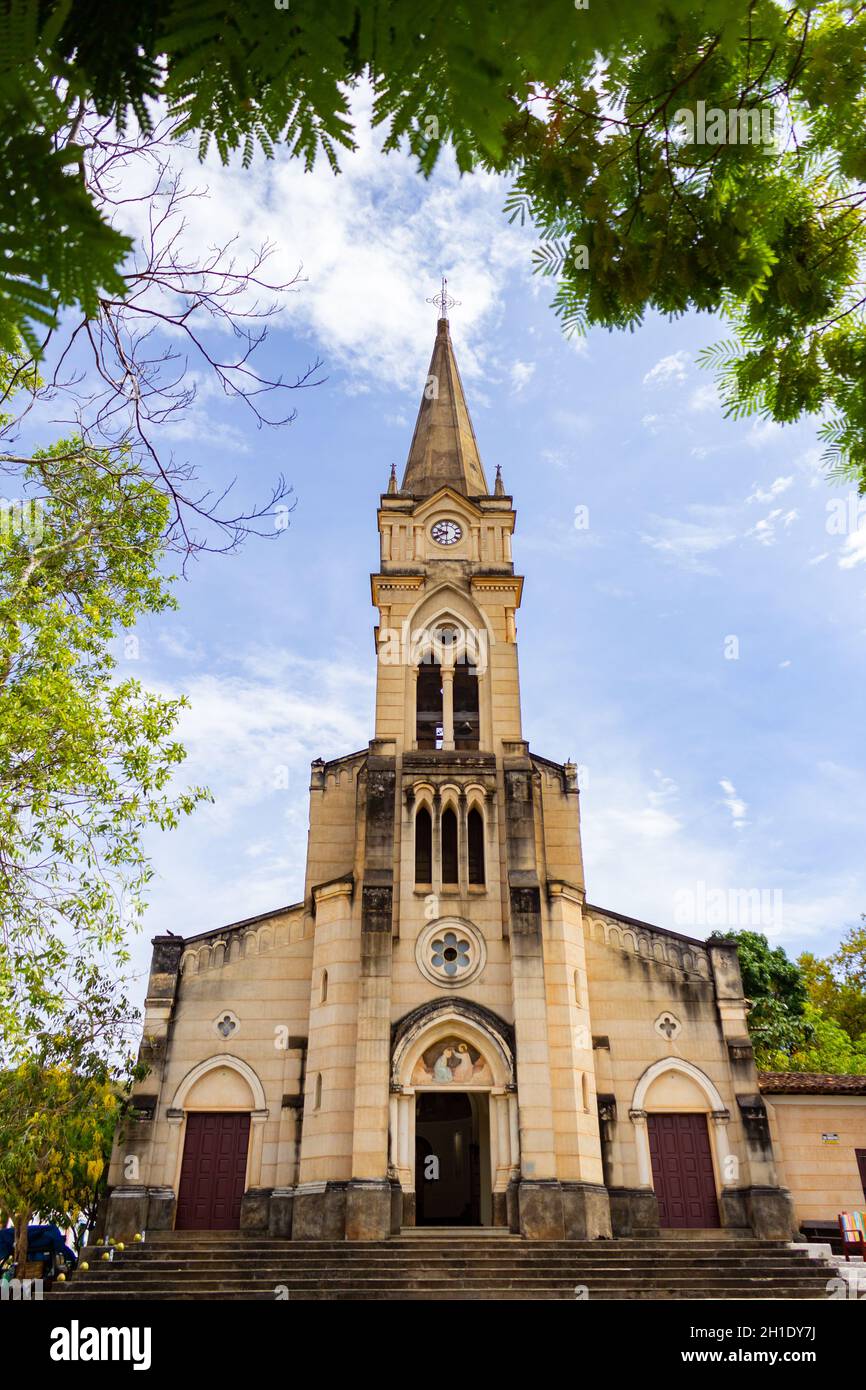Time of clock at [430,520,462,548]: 9:40
